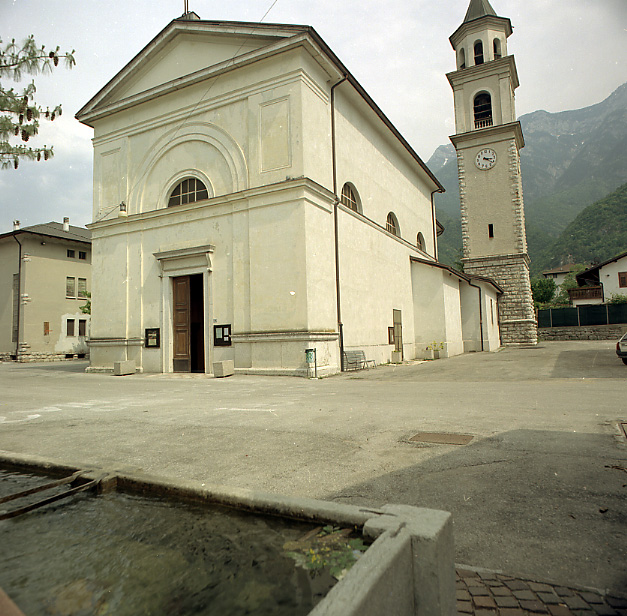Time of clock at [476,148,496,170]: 3:21
